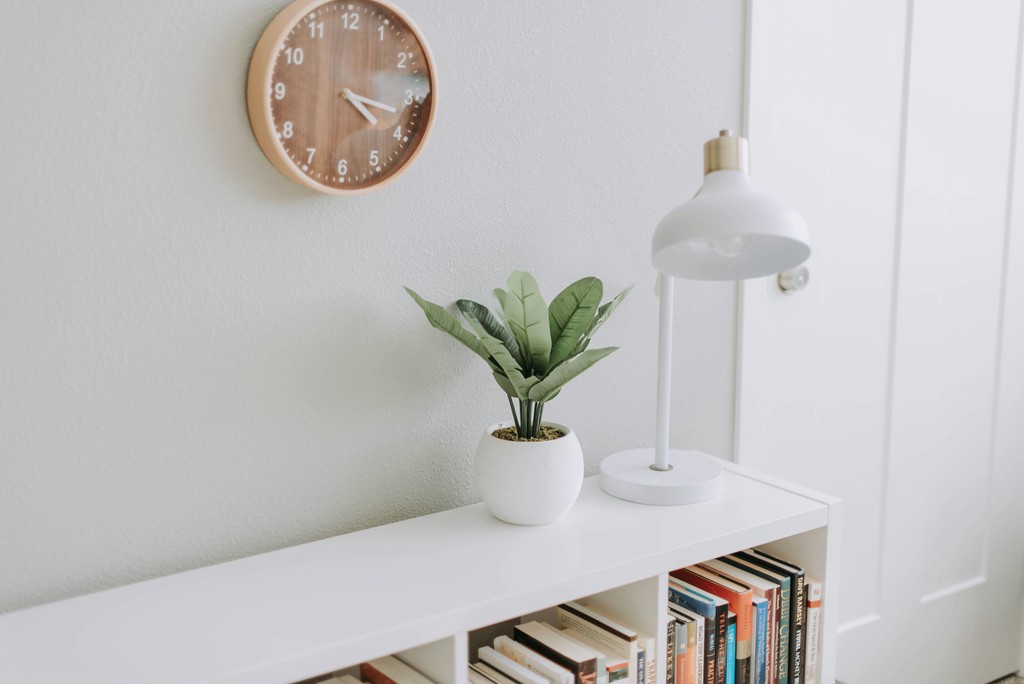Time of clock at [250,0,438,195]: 4:17
